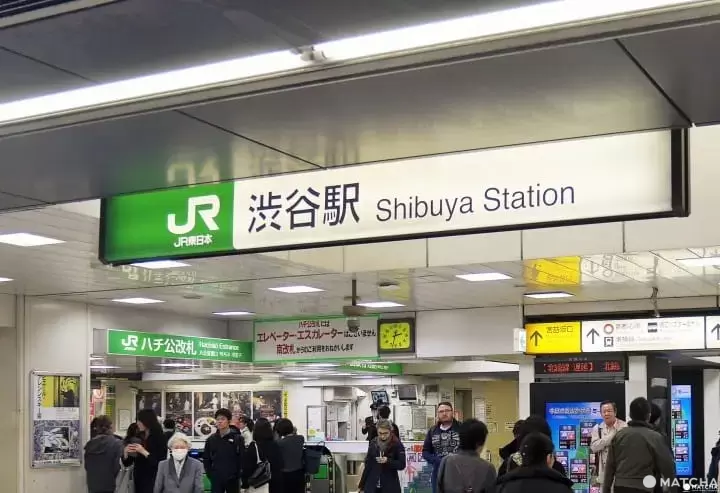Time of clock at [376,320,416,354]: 2:32
